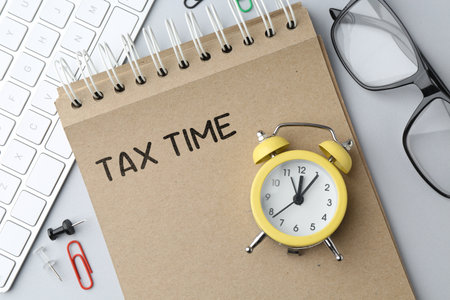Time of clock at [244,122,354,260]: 12:05
